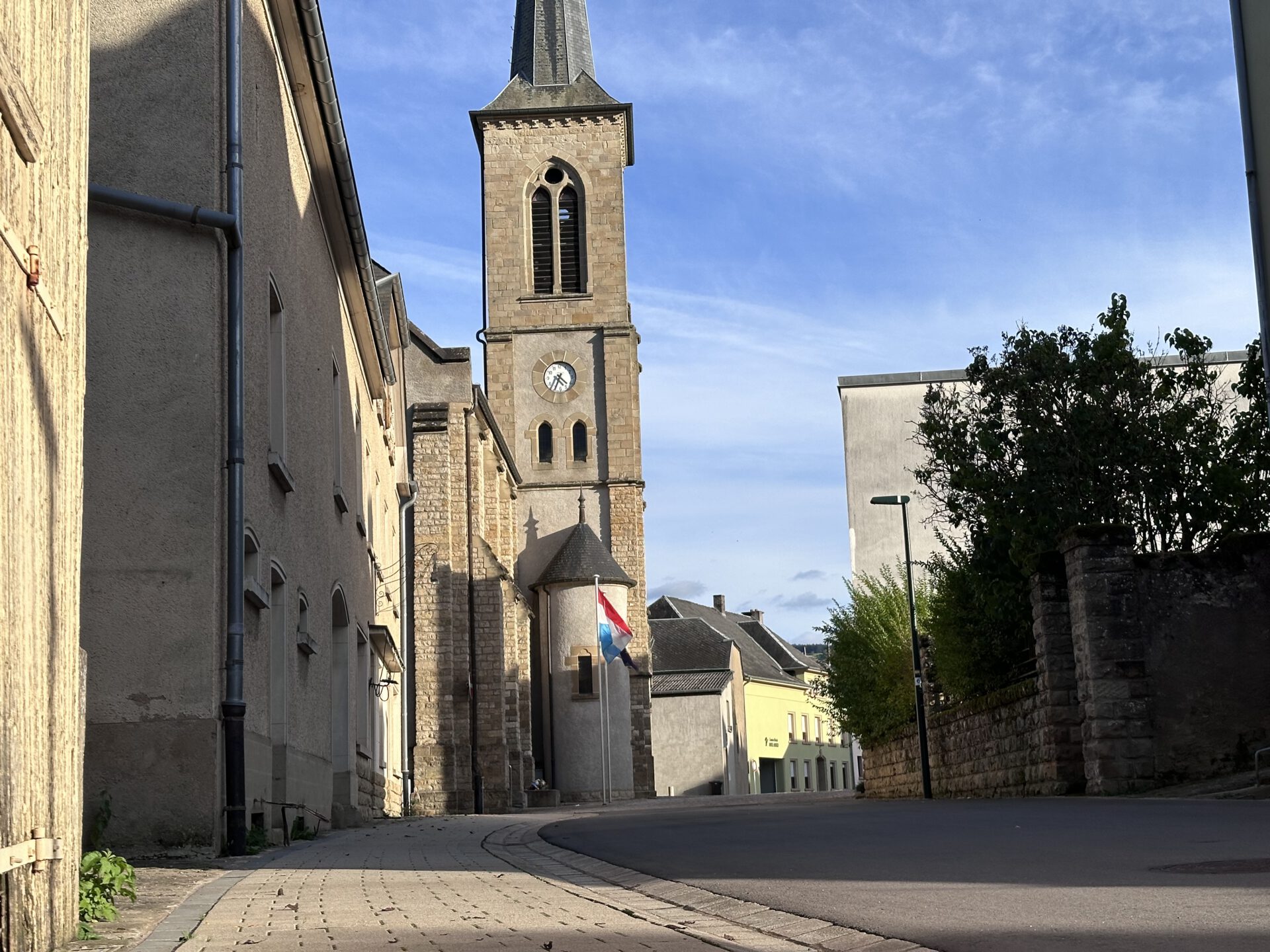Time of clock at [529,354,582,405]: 4:34
